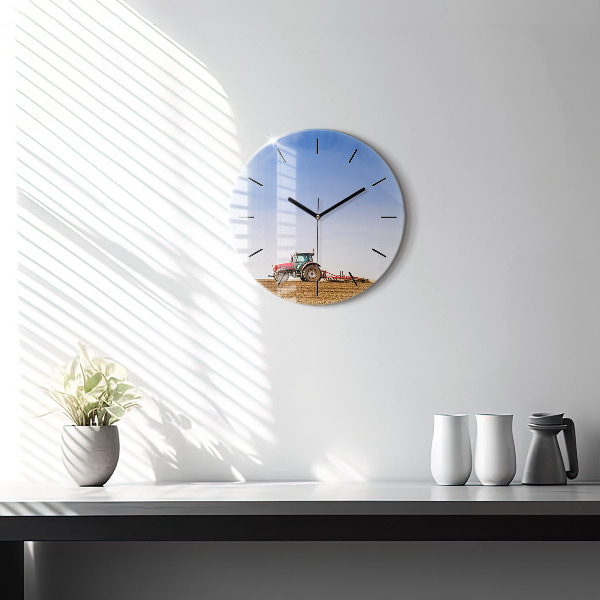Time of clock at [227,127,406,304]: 10:09
